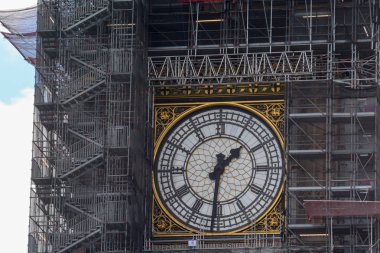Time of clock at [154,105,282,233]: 1:30
